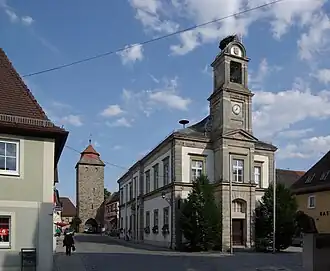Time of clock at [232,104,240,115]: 7:03
